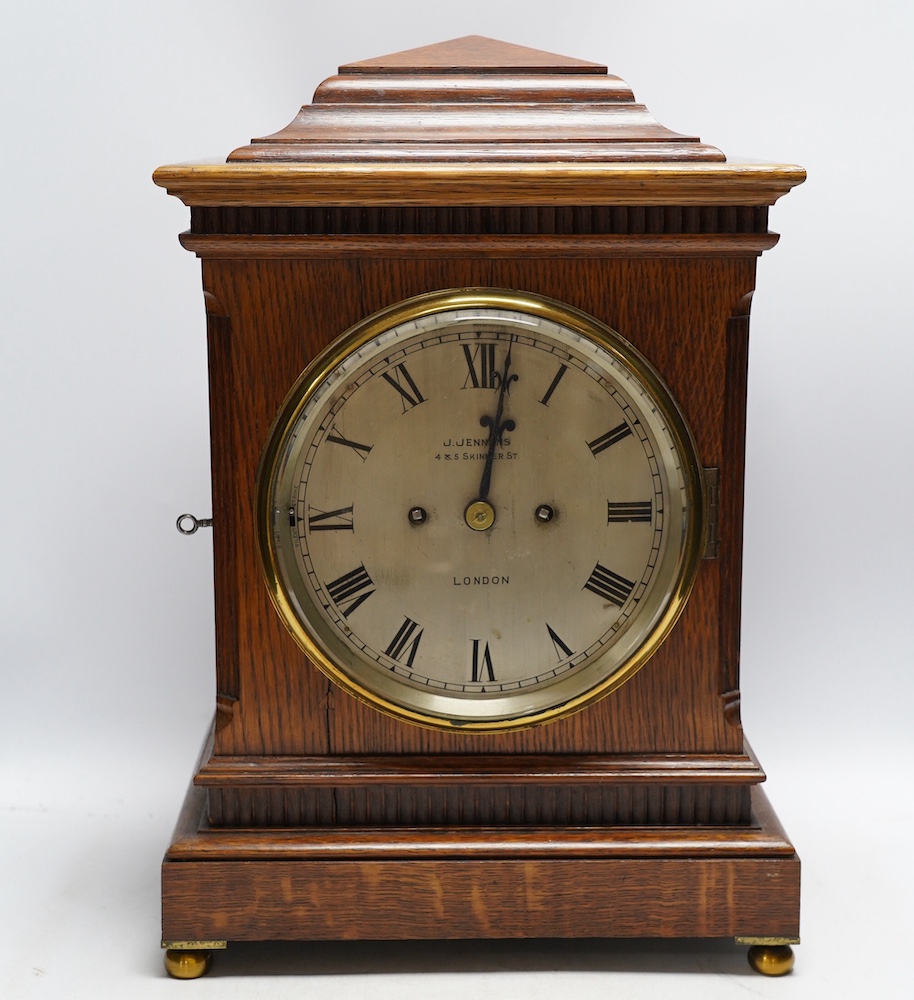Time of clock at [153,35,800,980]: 12:01
